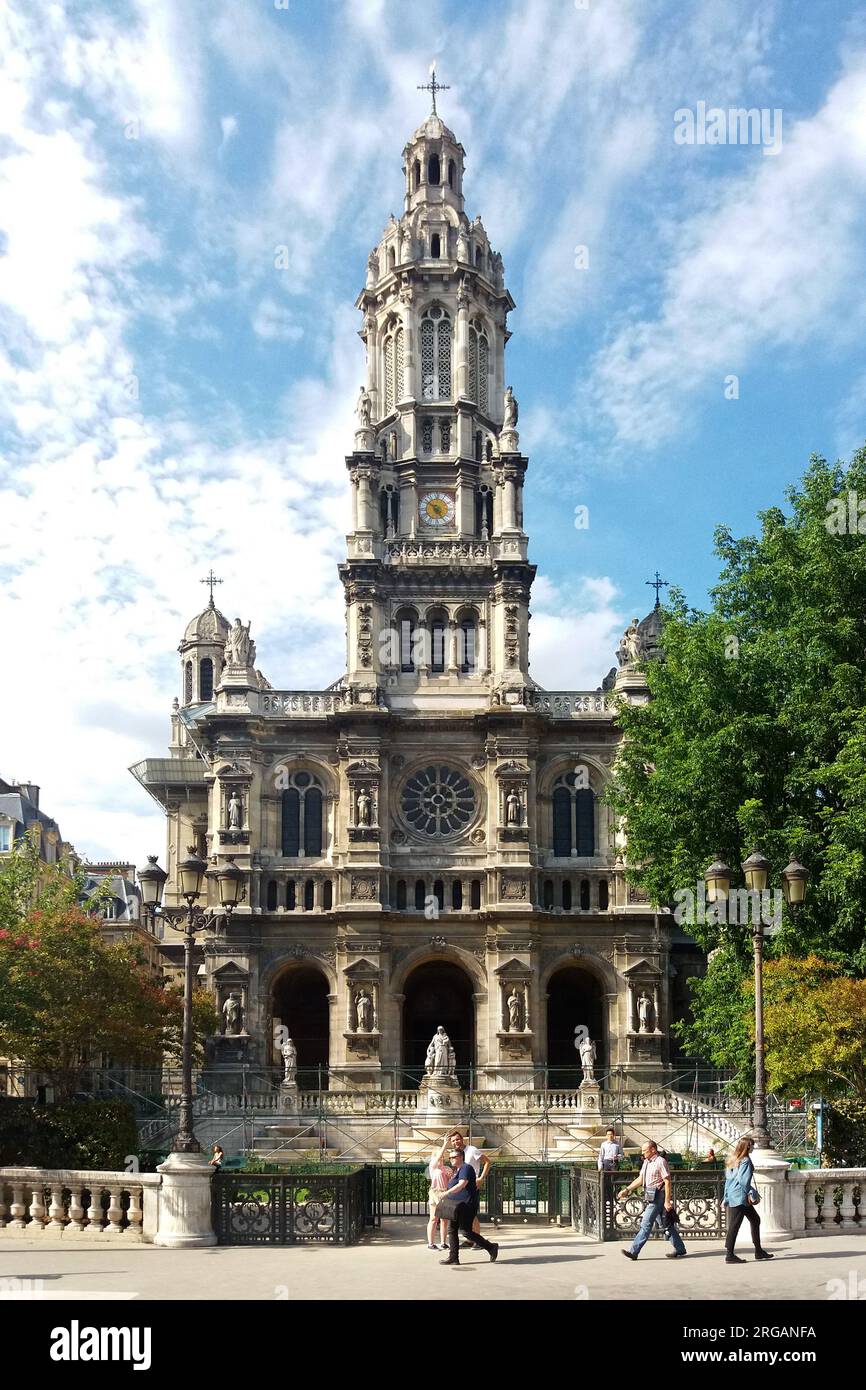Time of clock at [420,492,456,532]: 4:51
